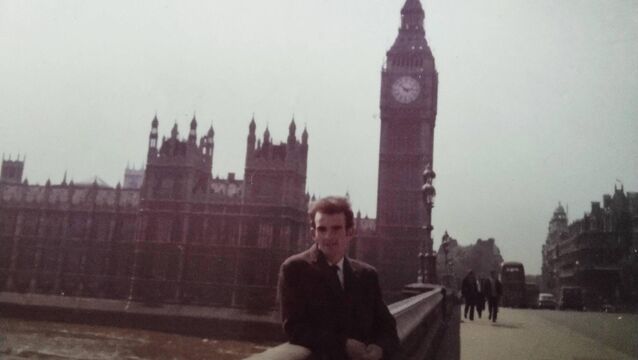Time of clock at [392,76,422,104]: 2:52
